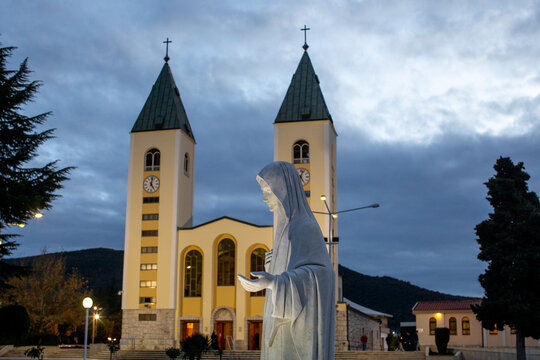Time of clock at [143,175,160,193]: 5:01
